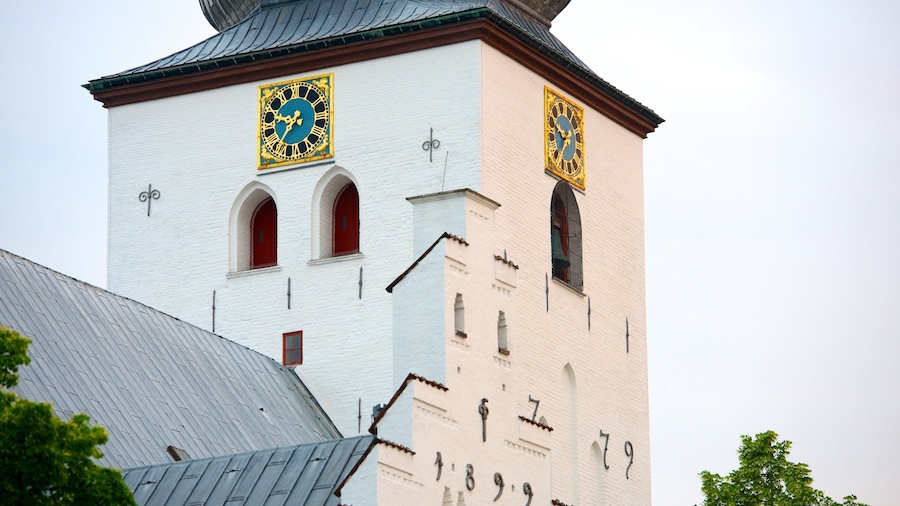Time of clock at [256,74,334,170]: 9:36
